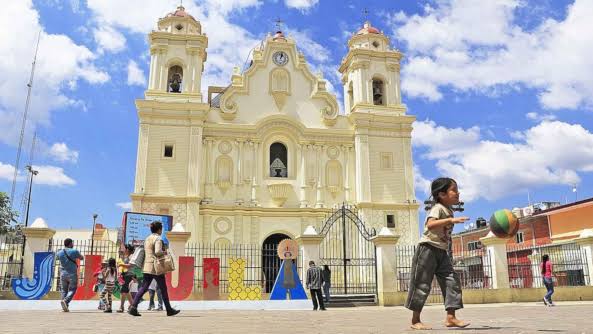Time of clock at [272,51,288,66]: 1:02
